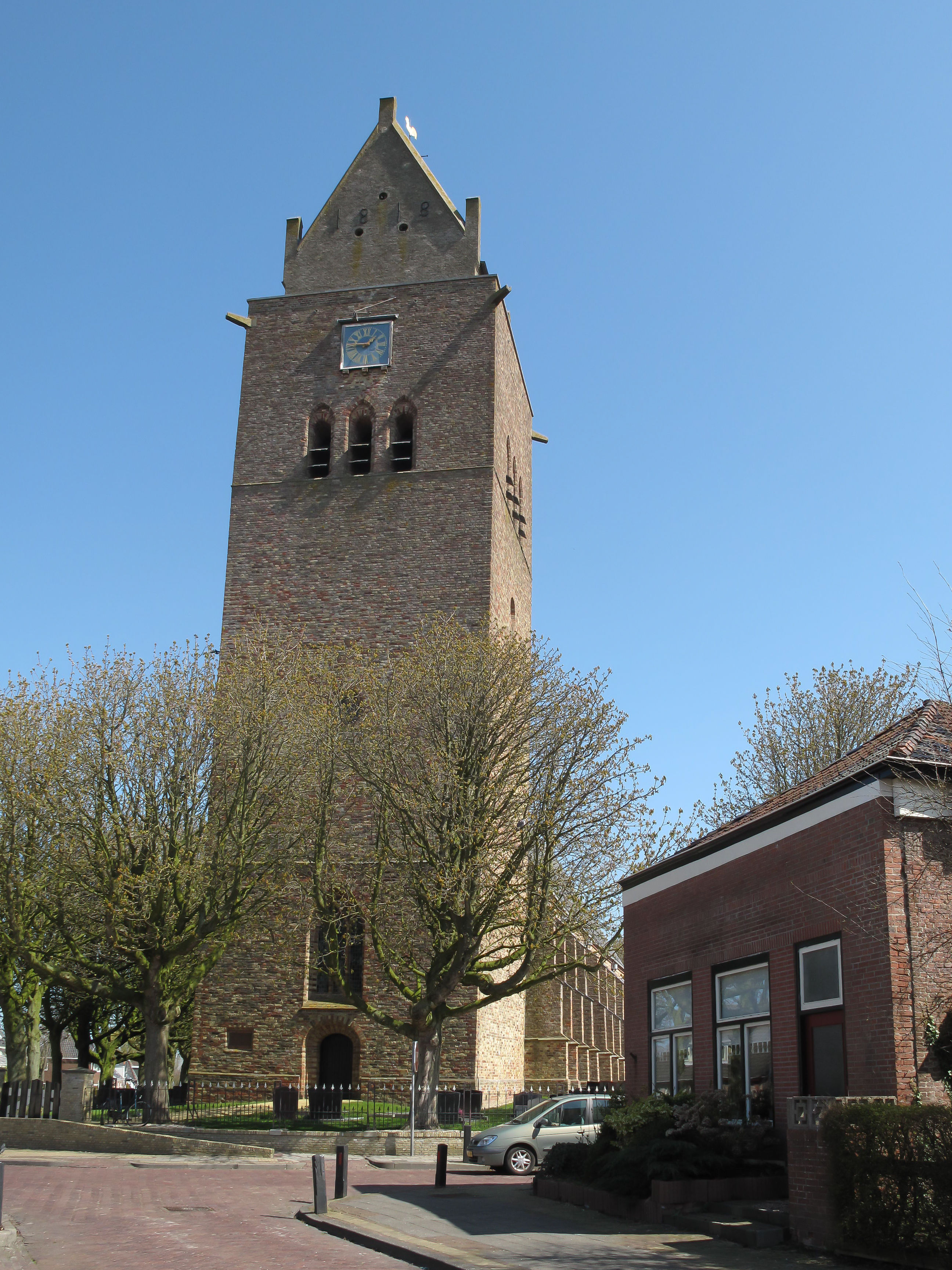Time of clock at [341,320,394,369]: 1:46
